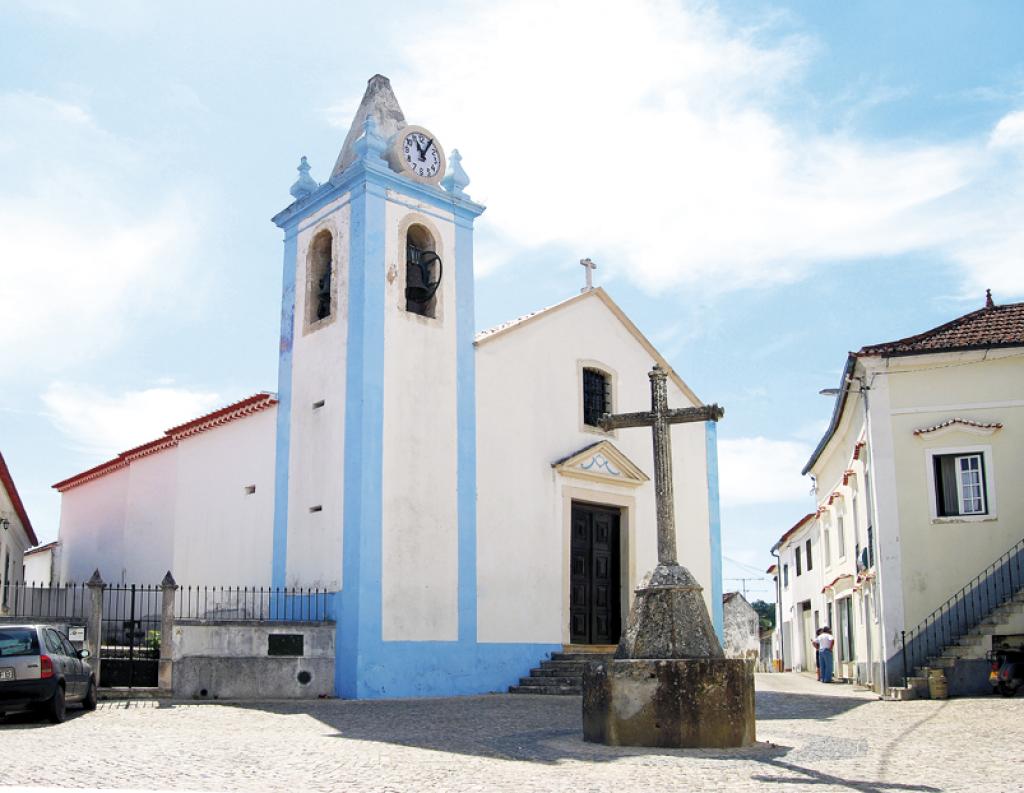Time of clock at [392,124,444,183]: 11:05
